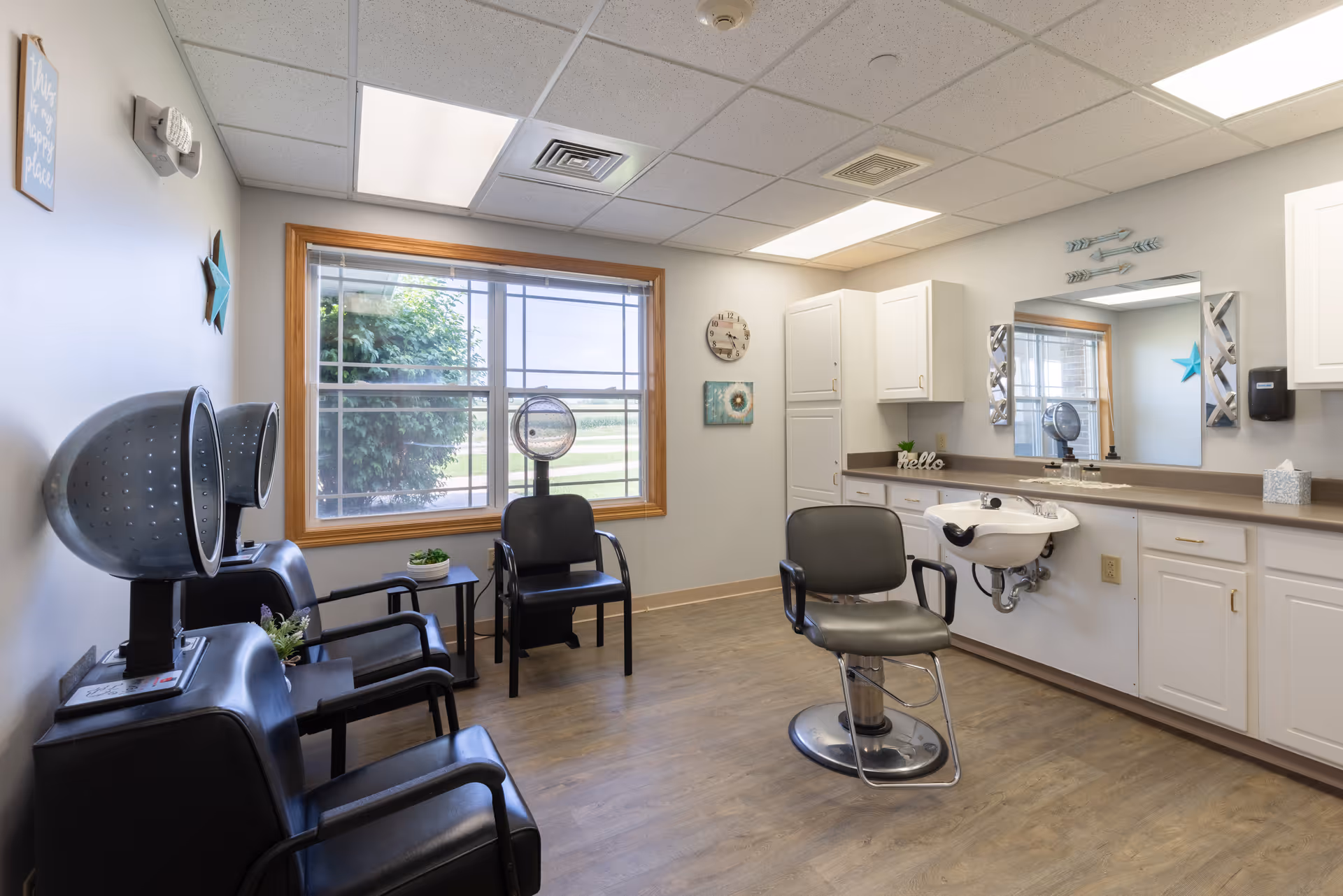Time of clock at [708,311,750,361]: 3:24
